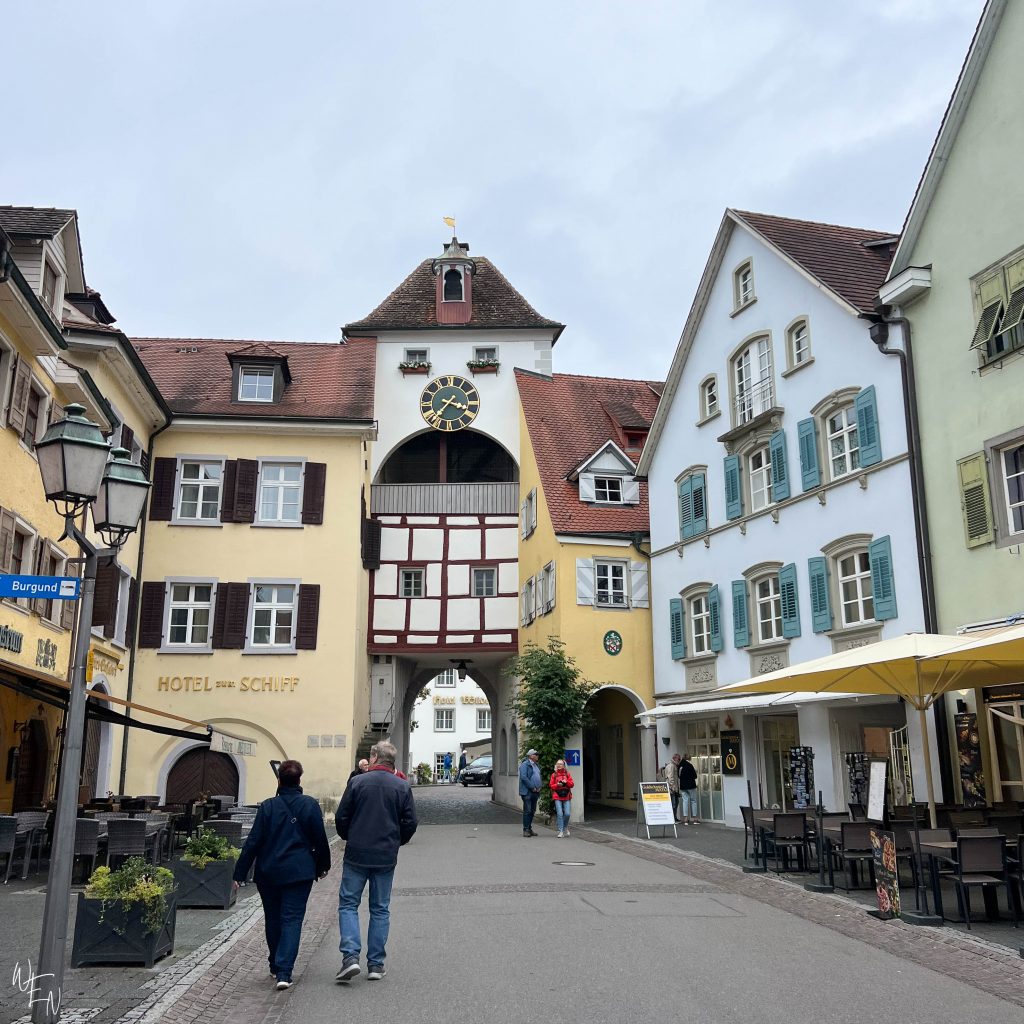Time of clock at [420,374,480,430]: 3:36
